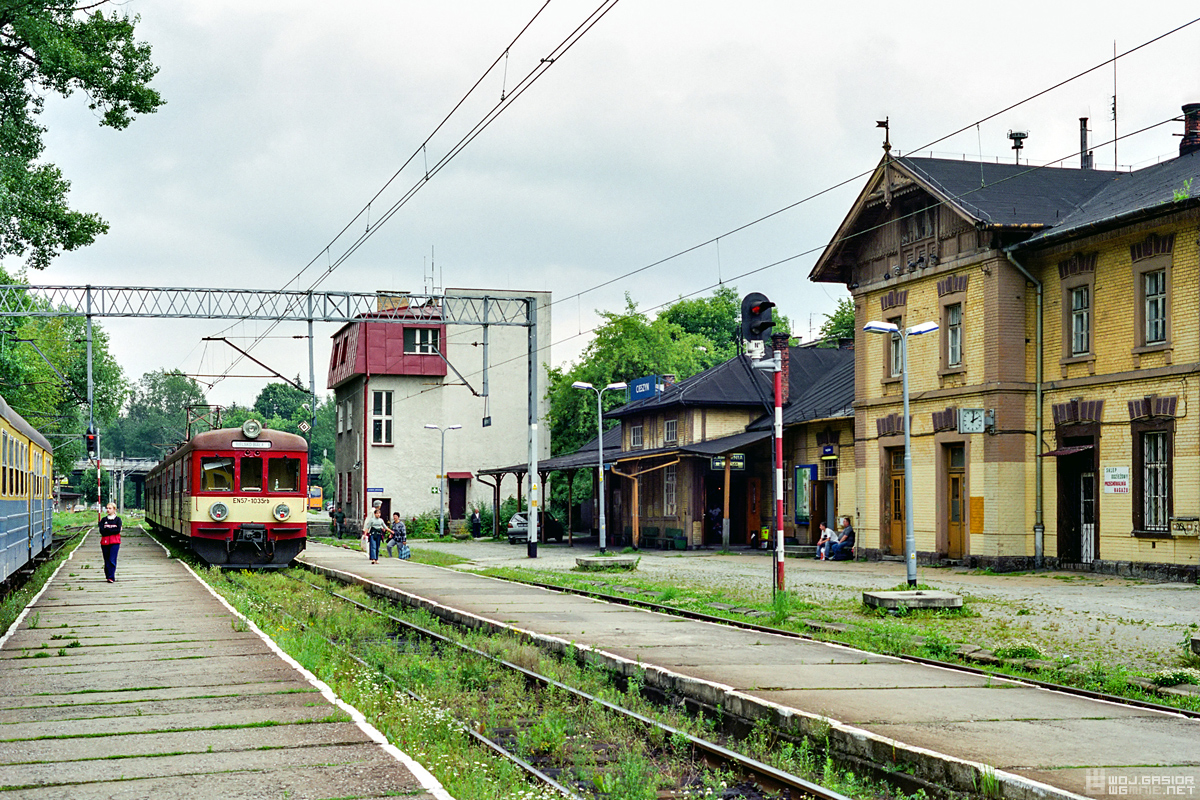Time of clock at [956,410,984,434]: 2:01
